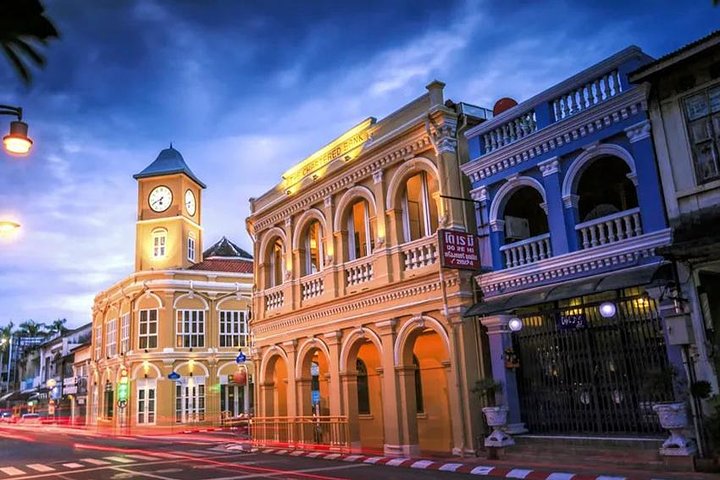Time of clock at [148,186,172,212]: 6:40
